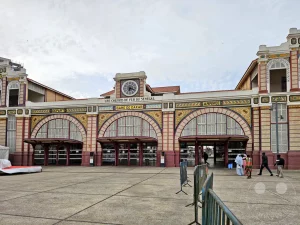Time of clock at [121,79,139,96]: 6:18
